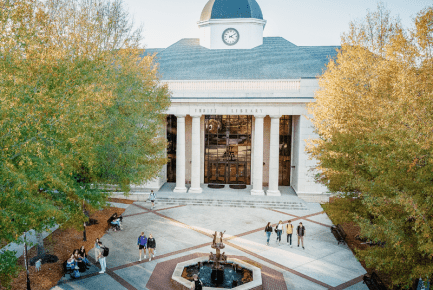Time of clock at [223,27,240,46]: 4:09
